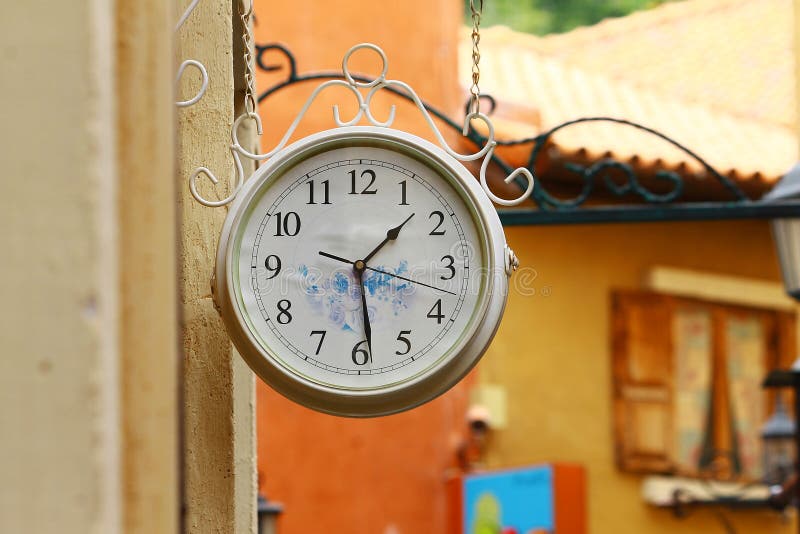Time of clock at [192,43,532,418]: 1:28
